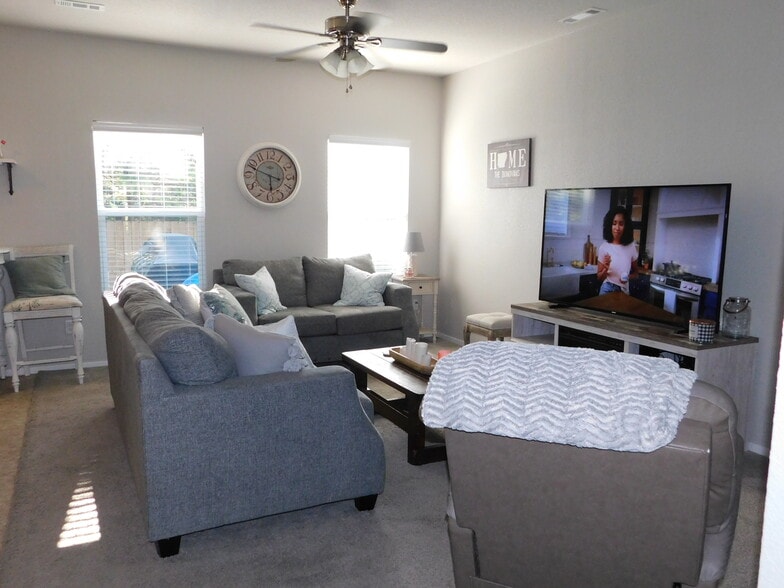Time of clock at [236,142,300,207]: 5:48
